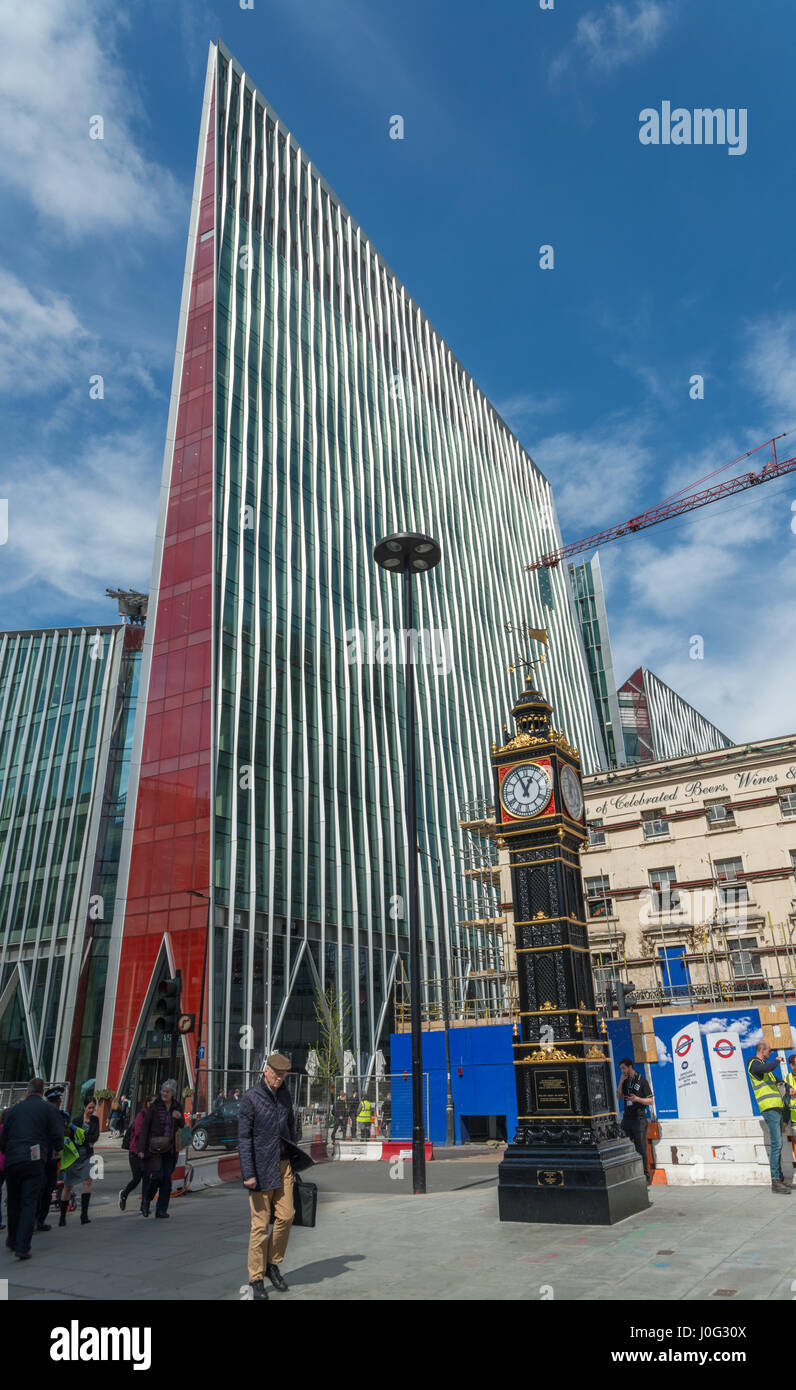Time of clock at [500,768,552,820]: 12:56
